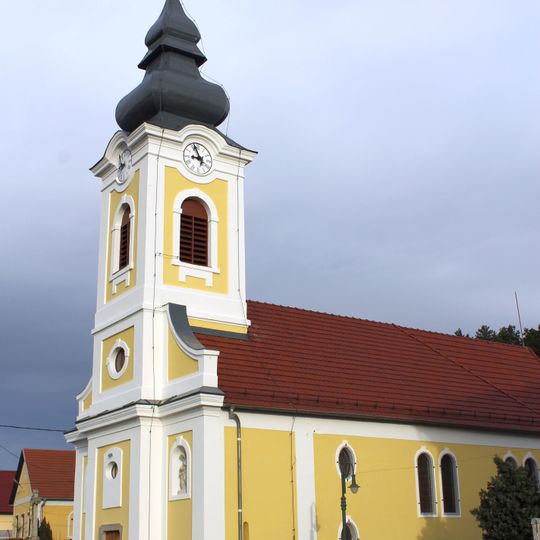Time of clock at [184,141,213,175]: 8:56
